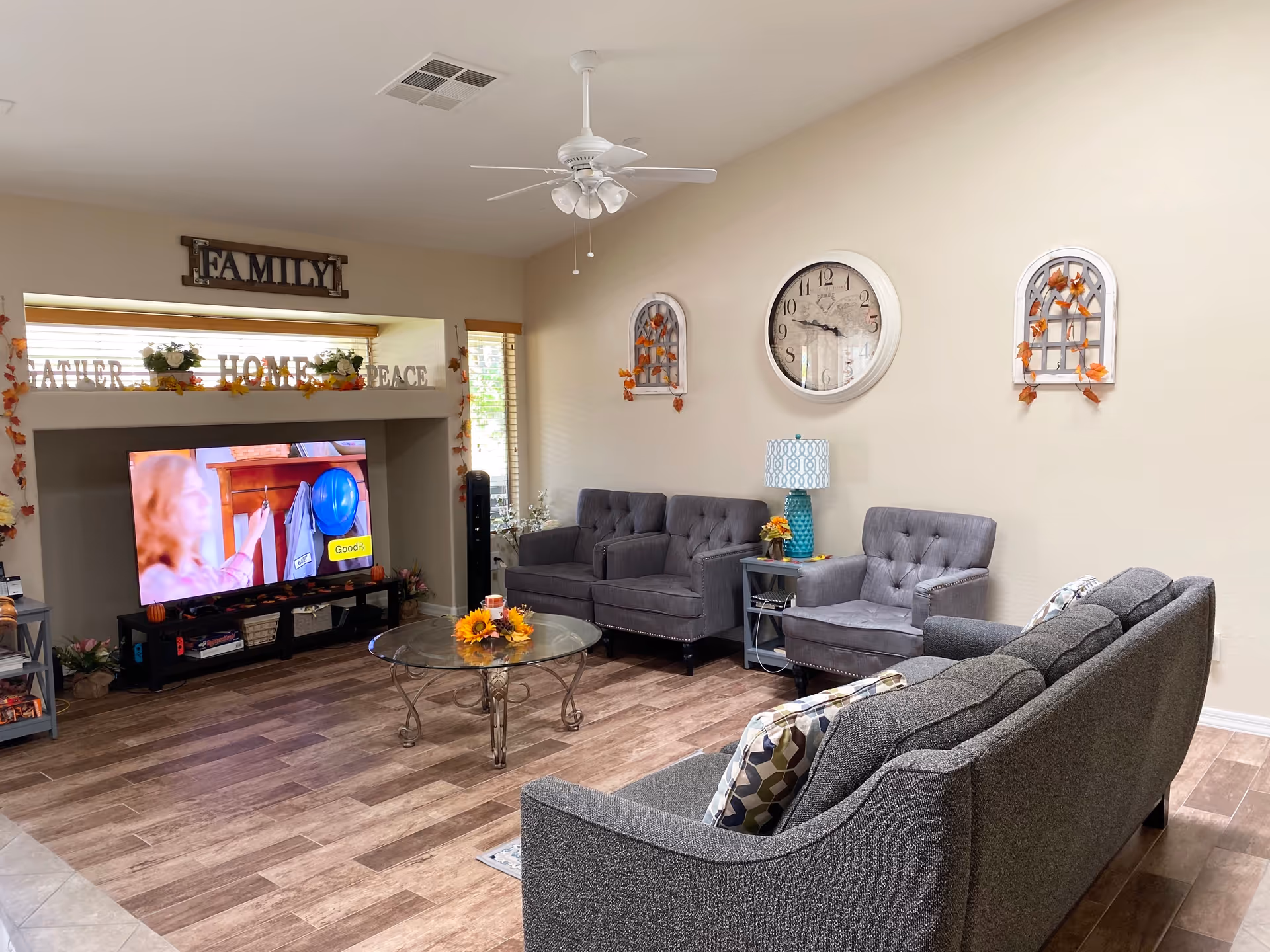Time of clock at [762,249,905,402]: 9:47
